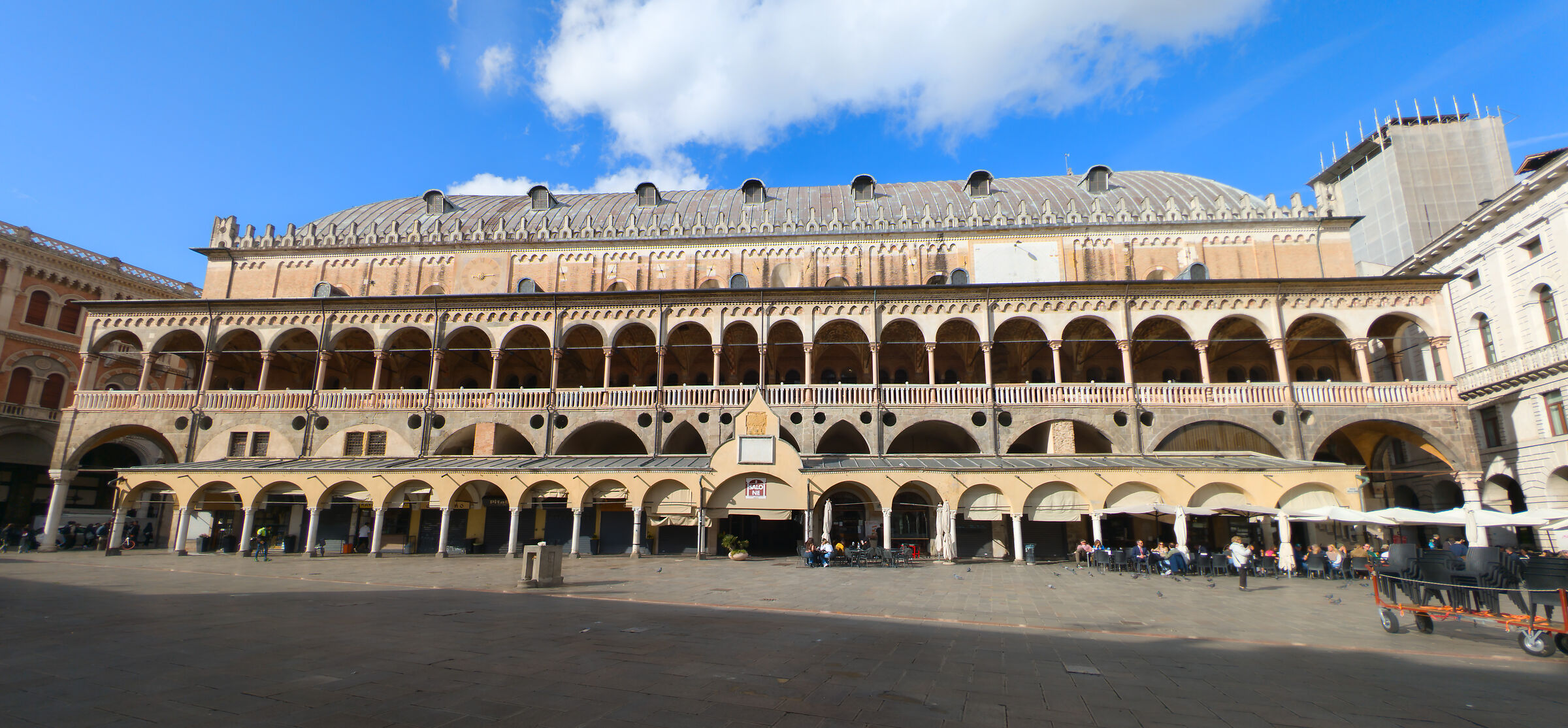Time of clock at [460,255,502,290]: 9:14
